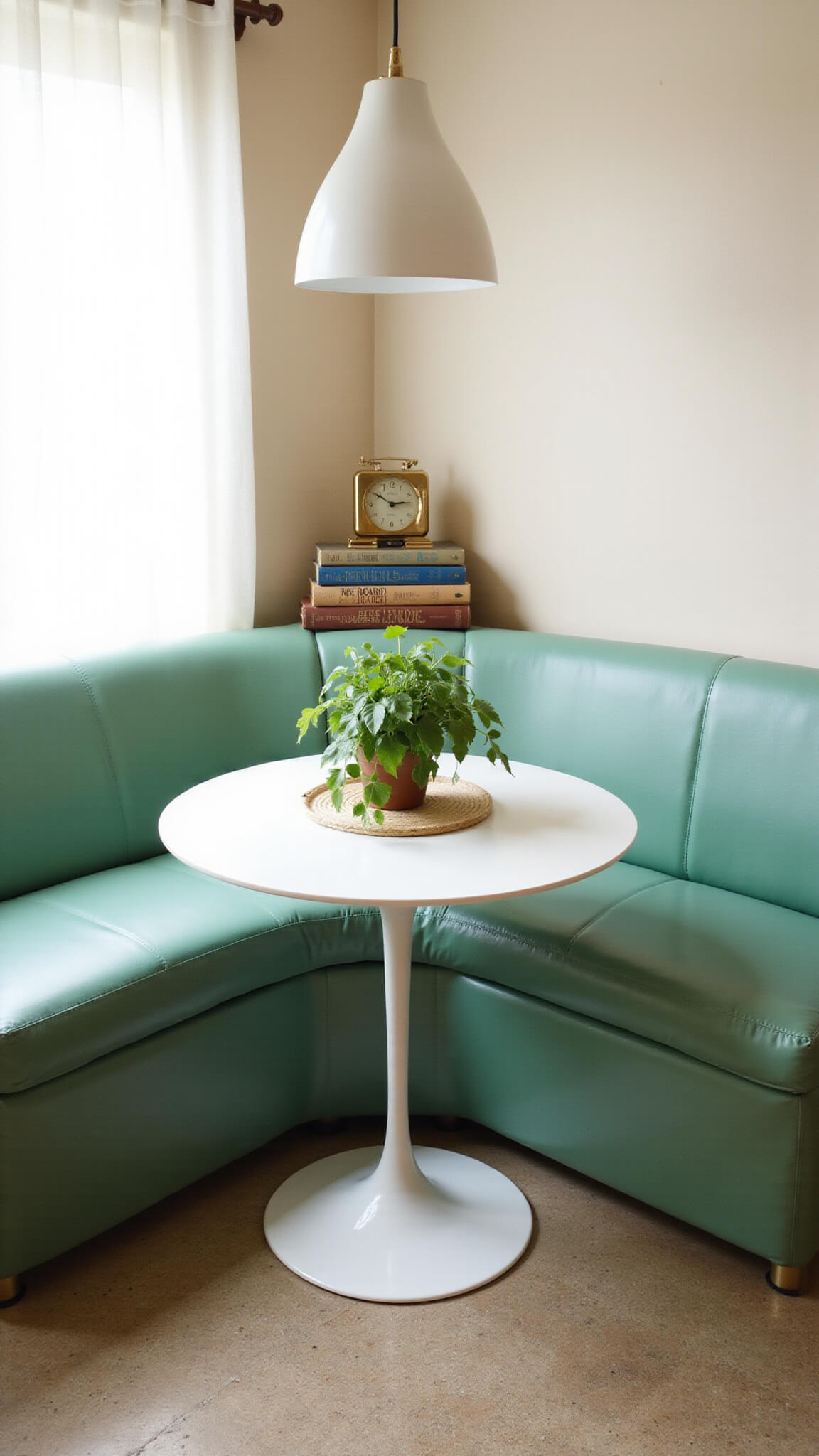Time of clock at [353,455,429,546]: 2:50
